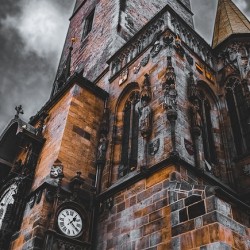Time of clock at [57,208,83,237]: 1:20
